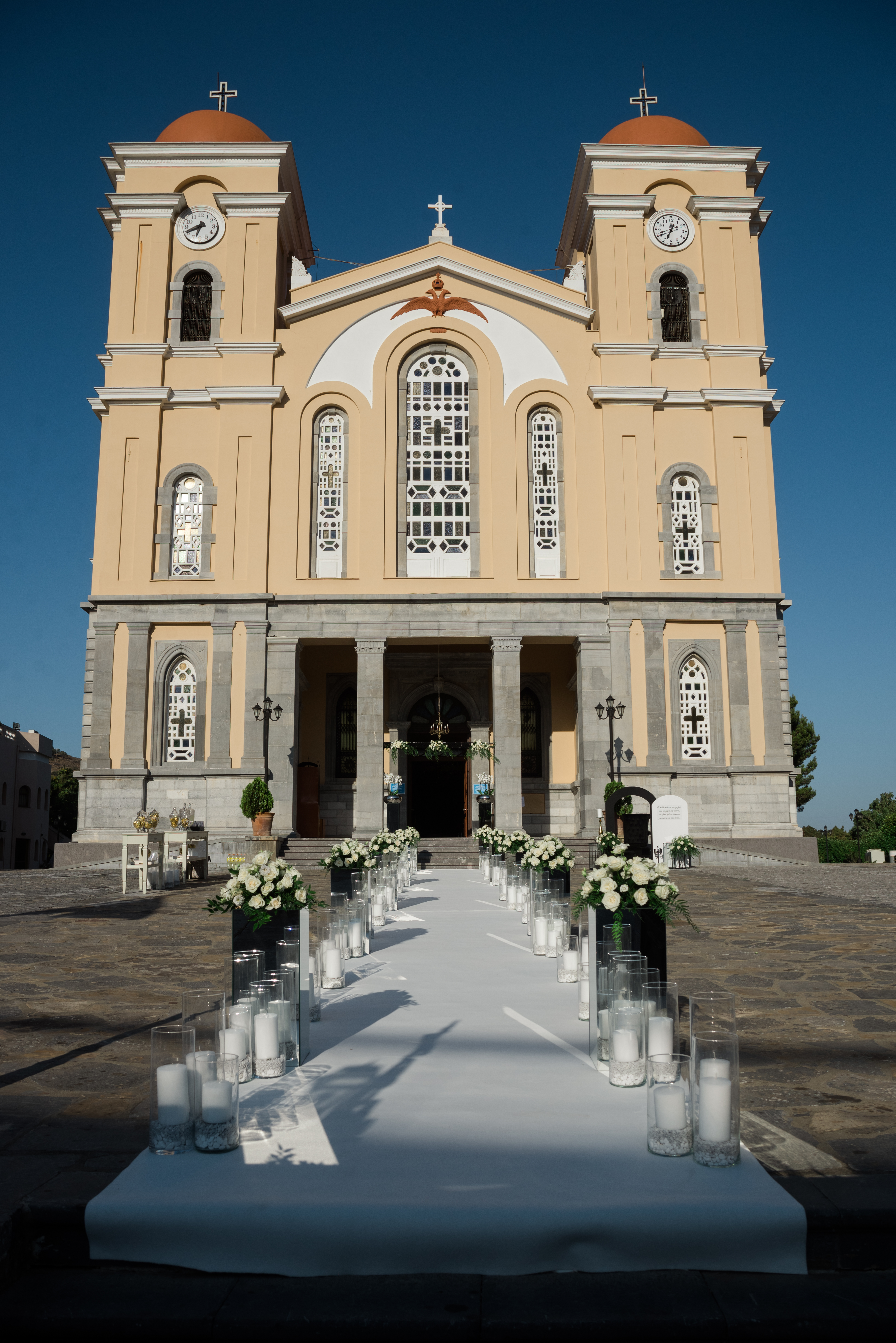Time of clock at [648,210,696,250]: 6:41
